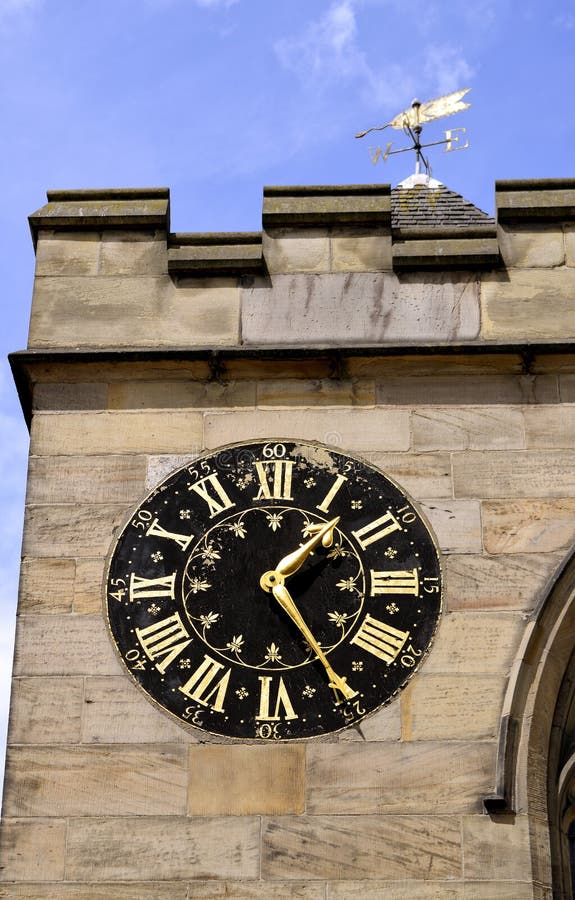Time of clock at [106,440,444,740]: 1:24
